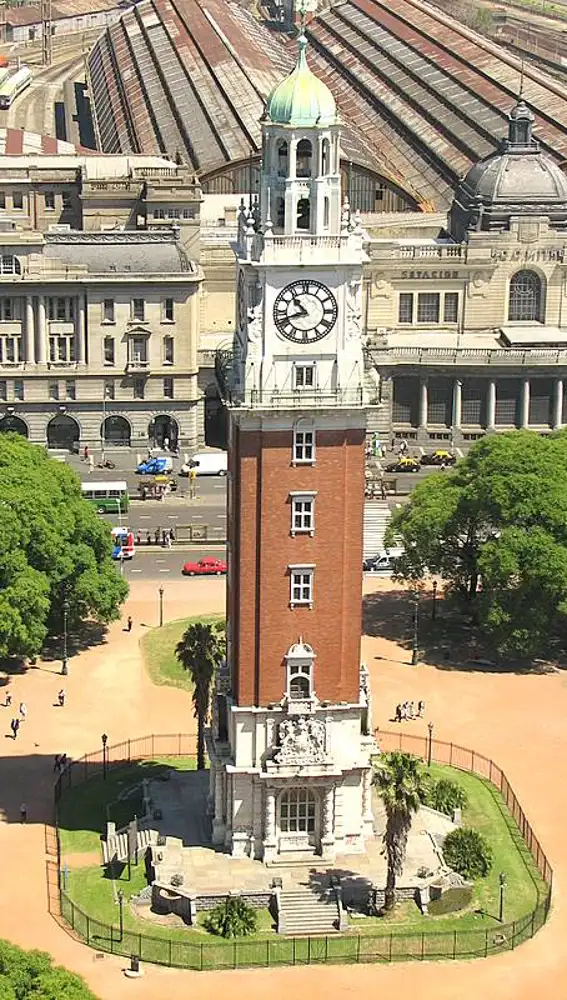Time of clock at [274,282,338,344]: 10:41
